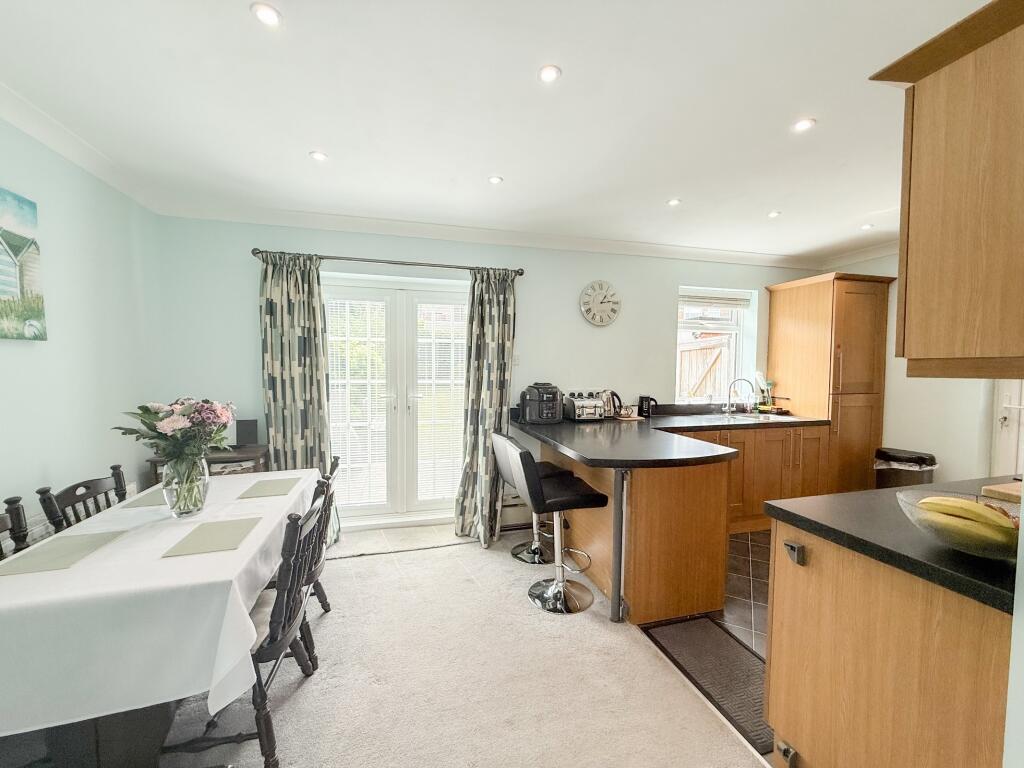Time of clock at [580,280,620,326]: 1:13
